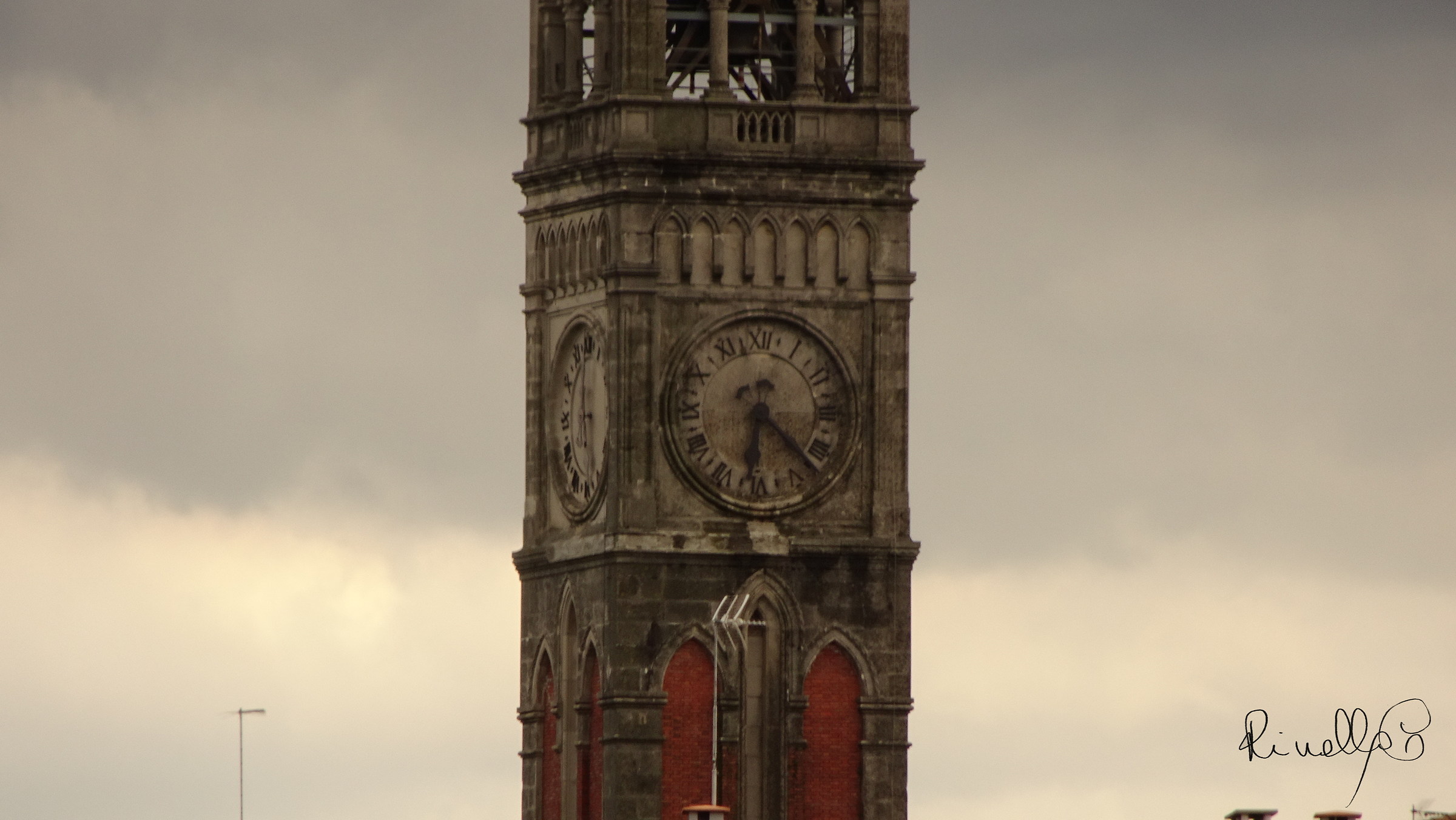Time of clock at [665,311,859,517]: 6:22
